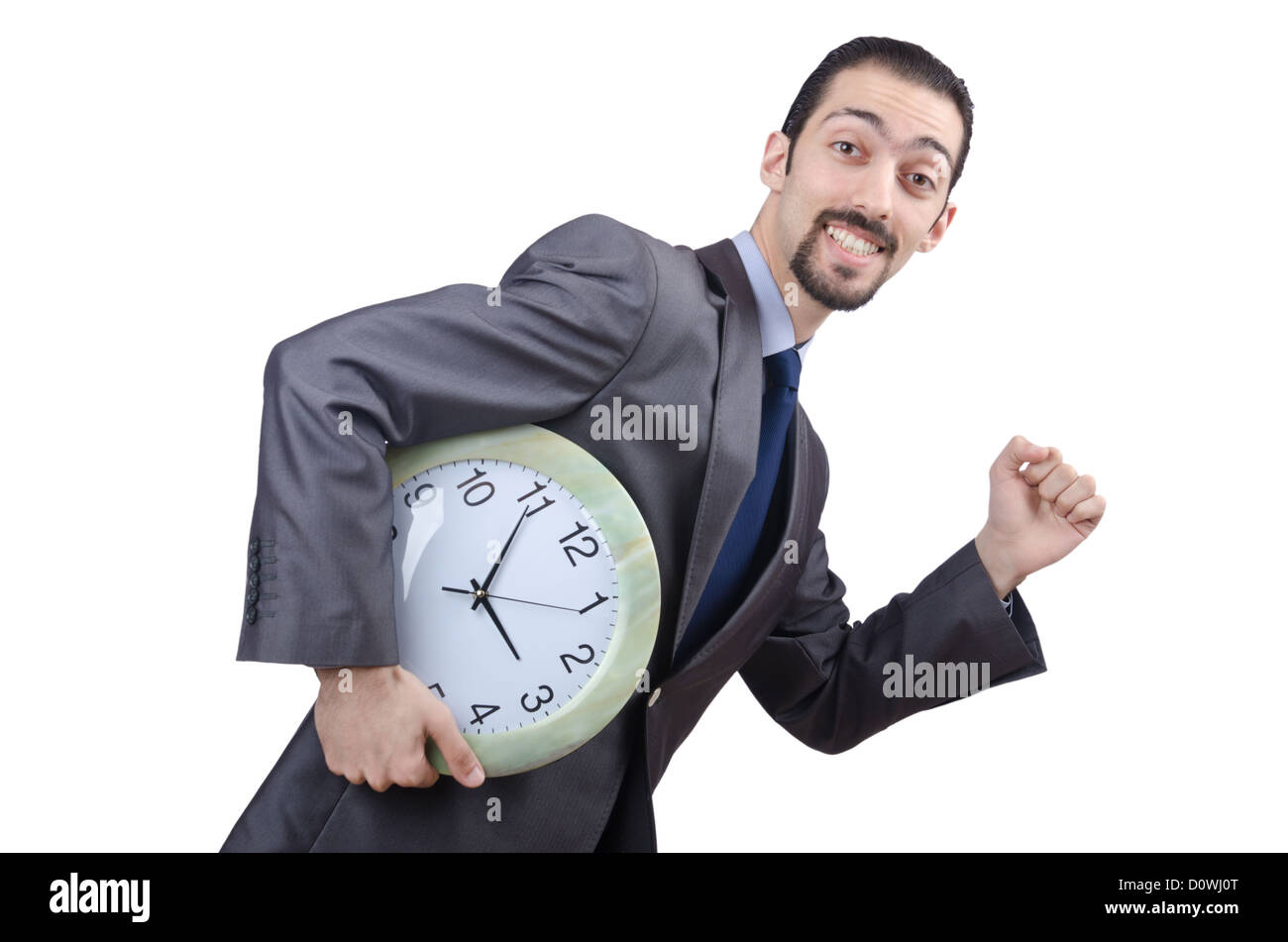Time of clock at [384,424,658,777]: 5:04
